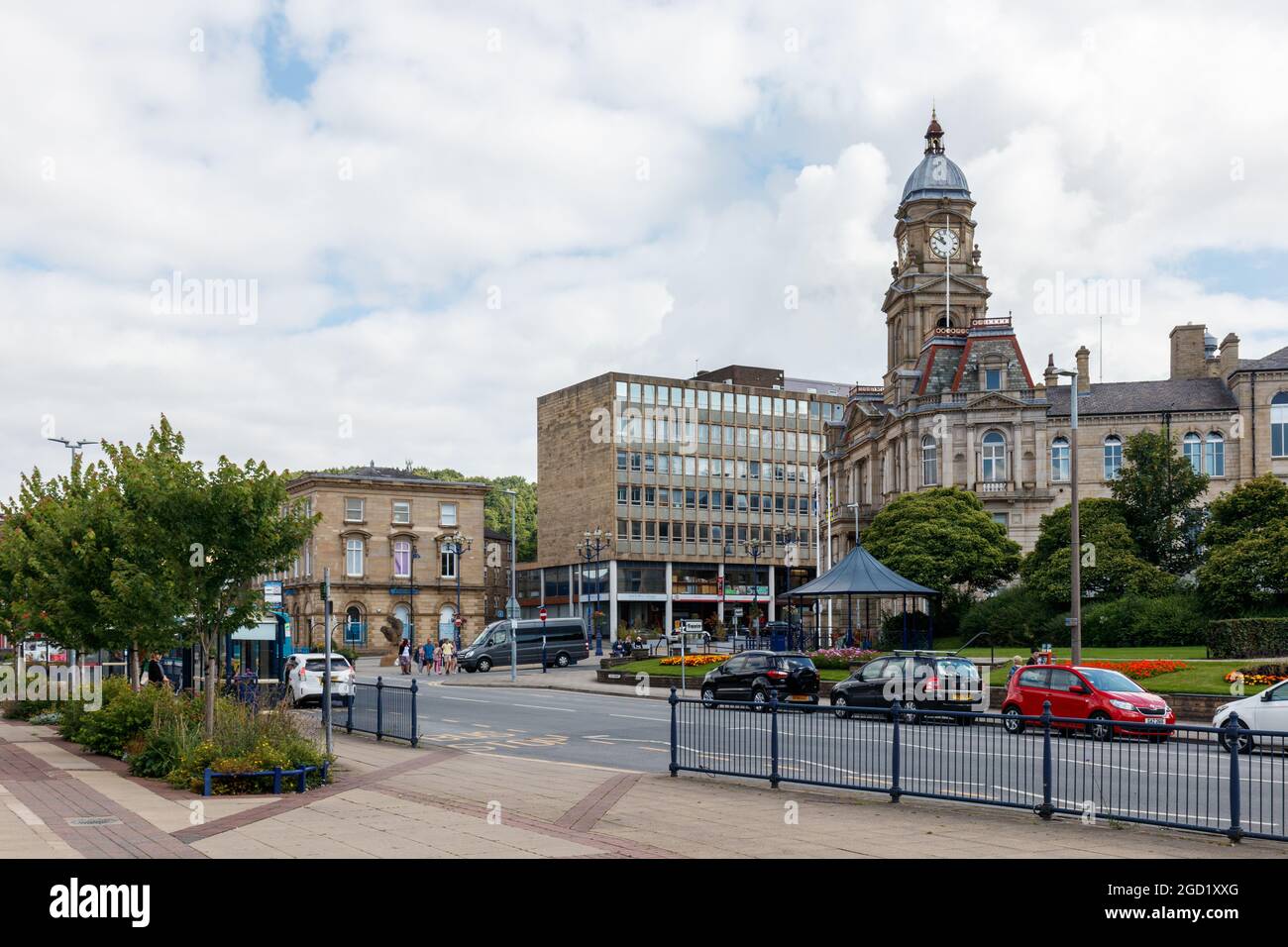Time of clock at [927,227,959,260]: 10:50
